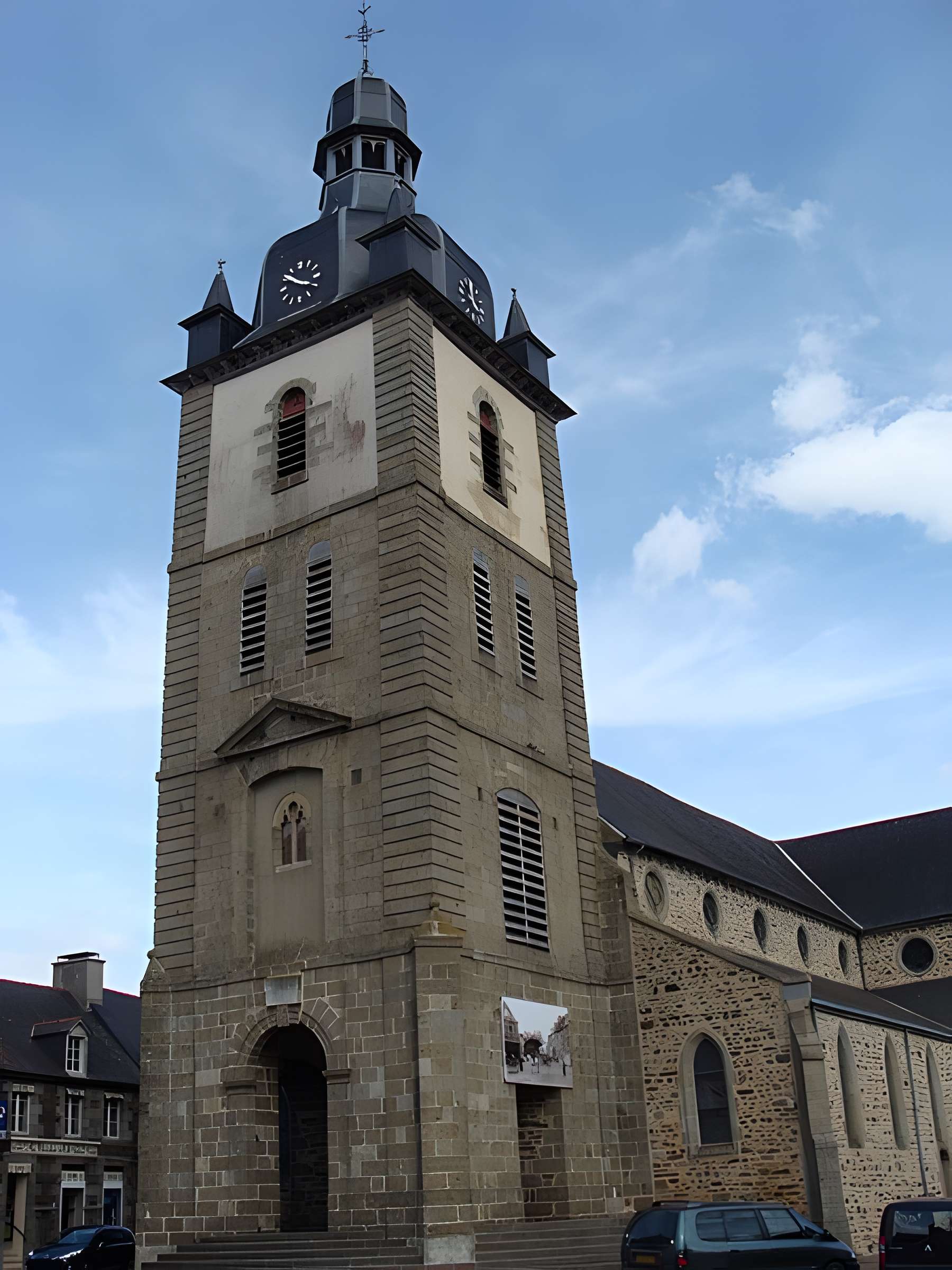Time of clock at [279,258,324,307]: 2:48
